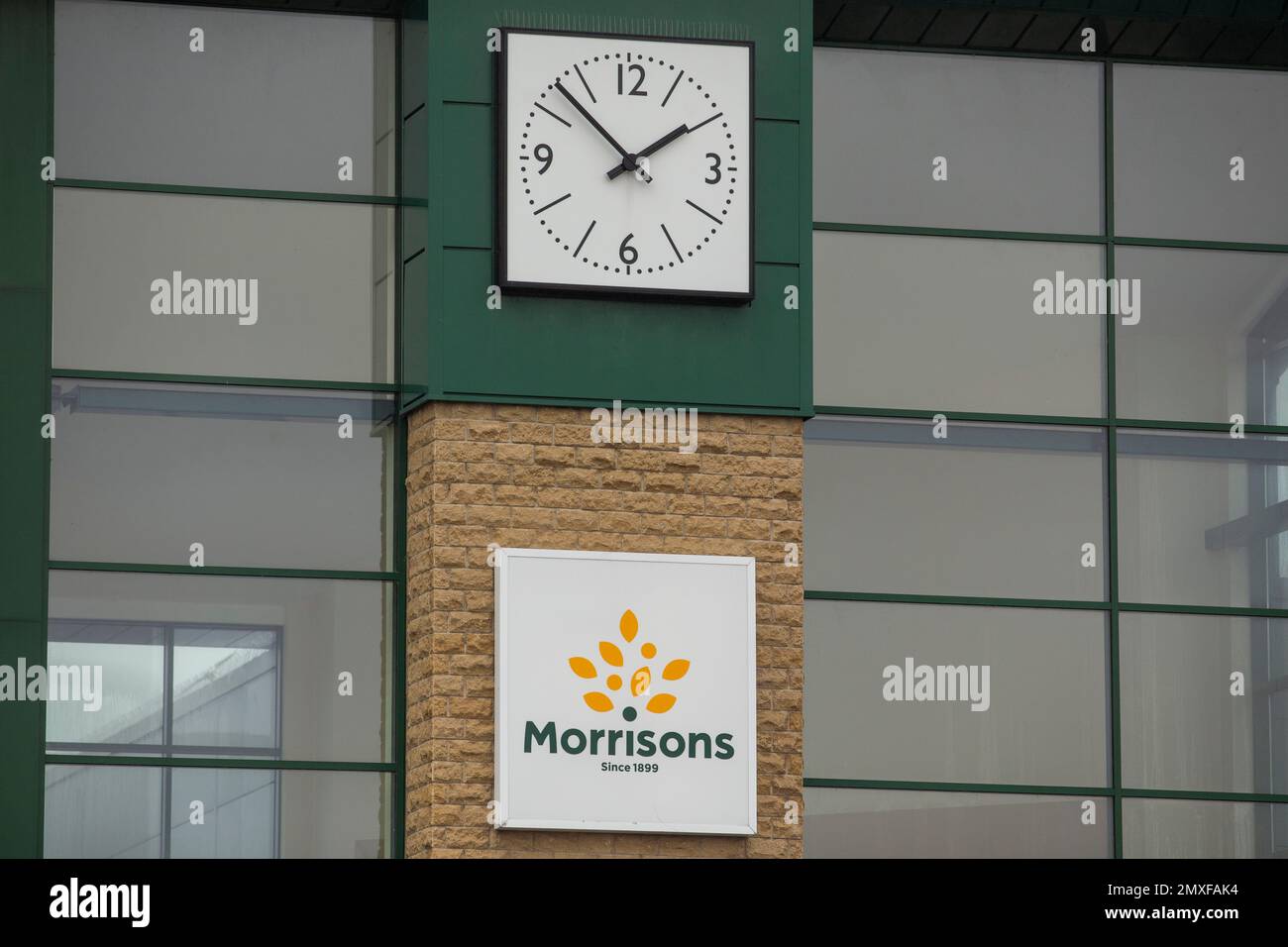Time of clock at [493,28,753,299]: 1:52
